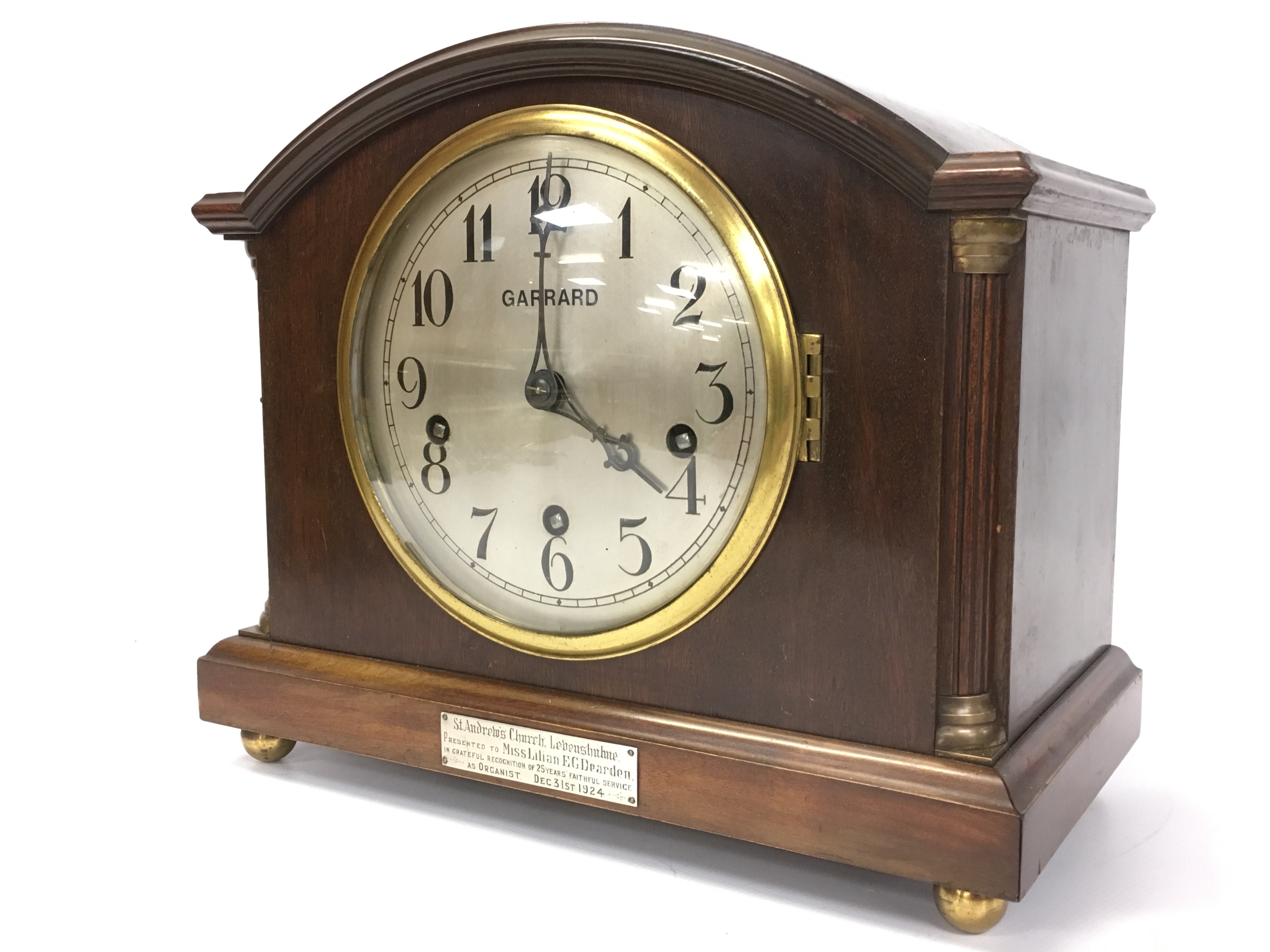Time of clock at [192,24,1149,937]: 4:00
